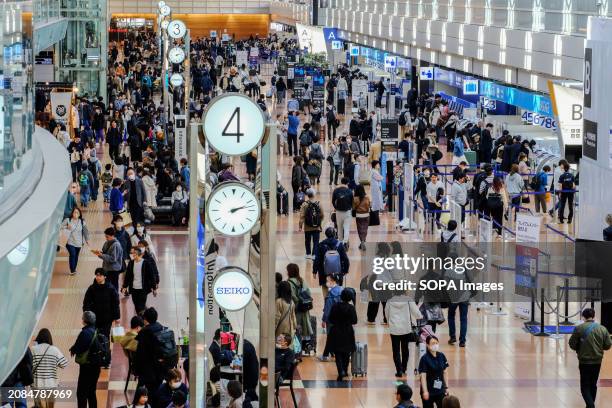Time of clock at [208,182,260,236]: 2:12
